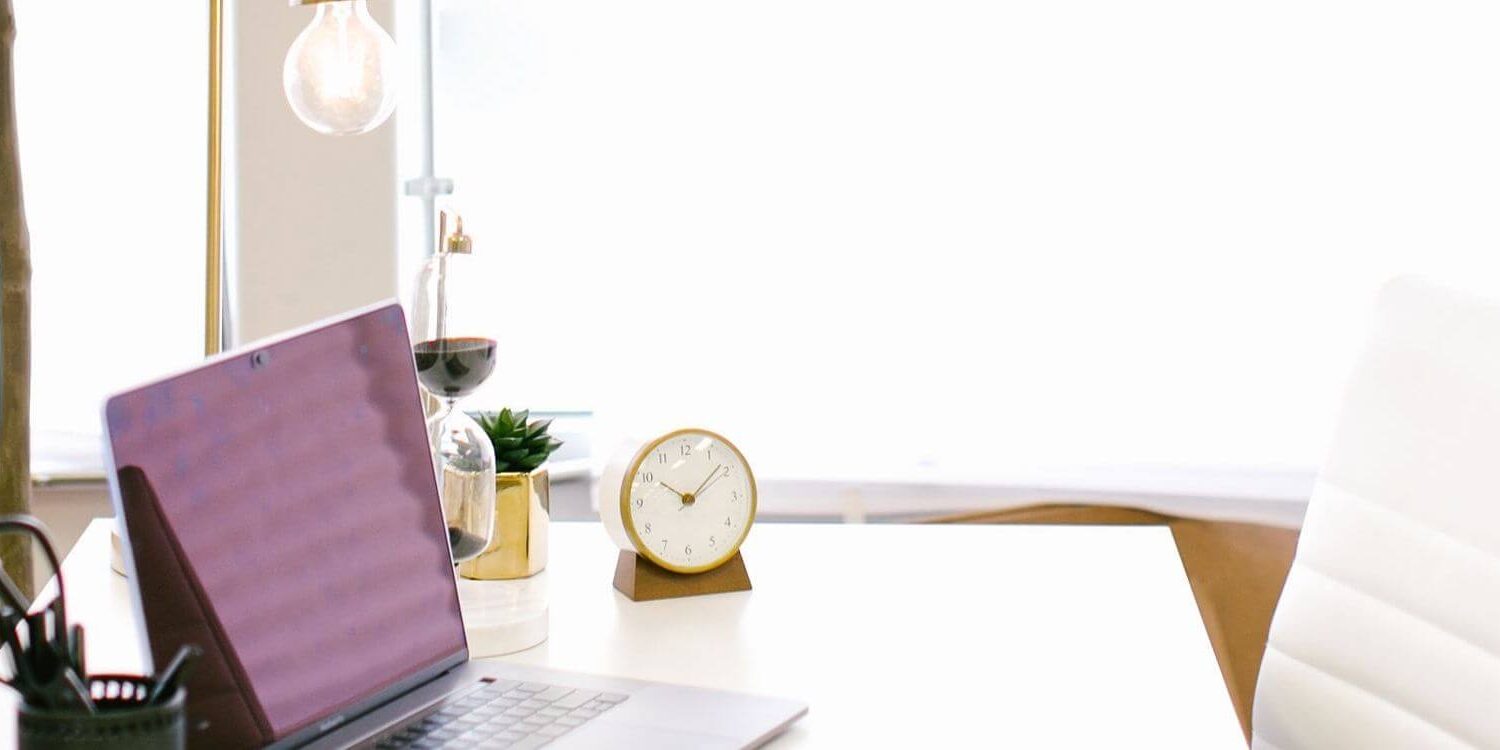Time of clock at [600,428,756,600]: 10:08
